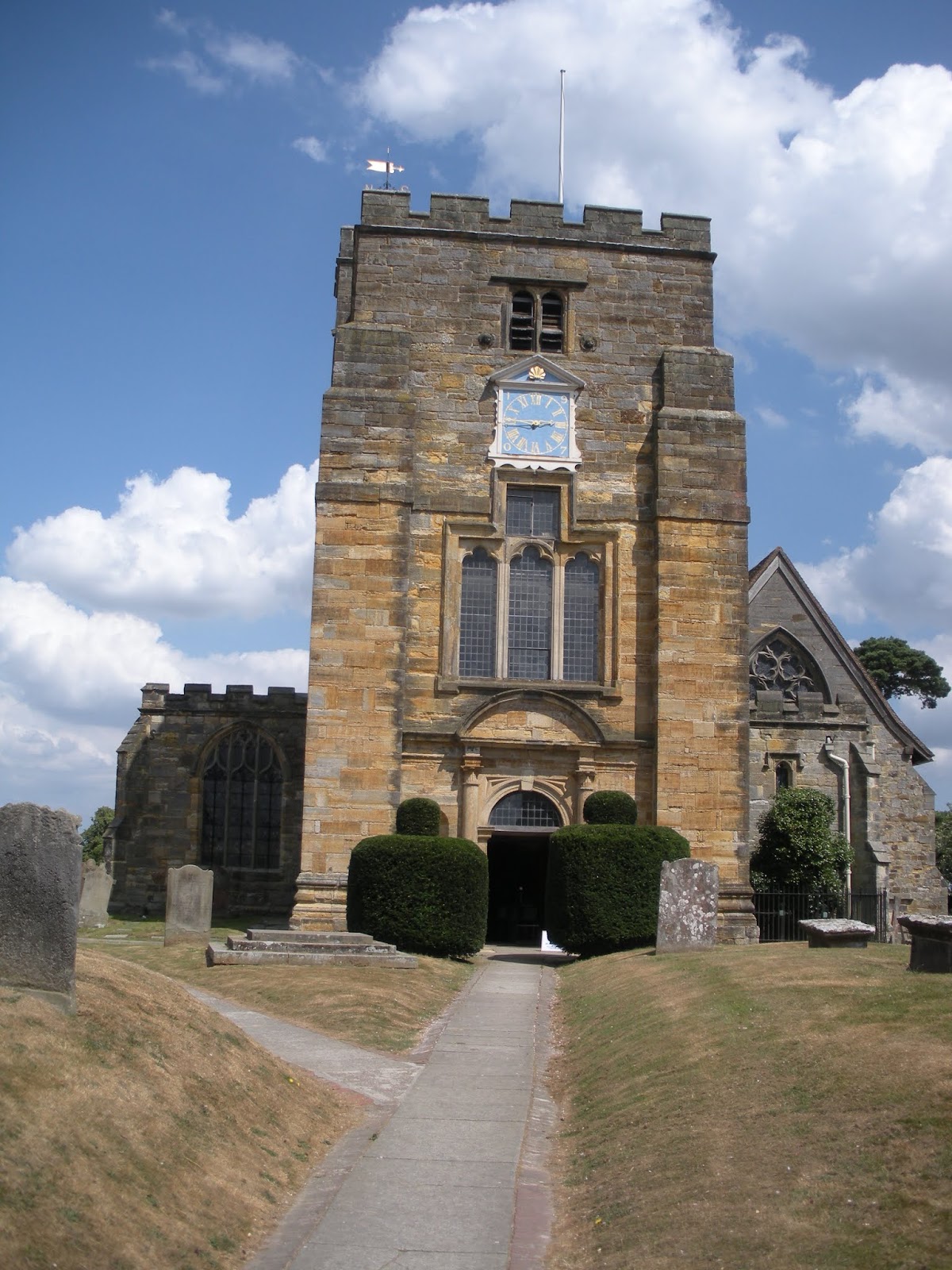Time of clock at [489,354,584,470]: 2:44
